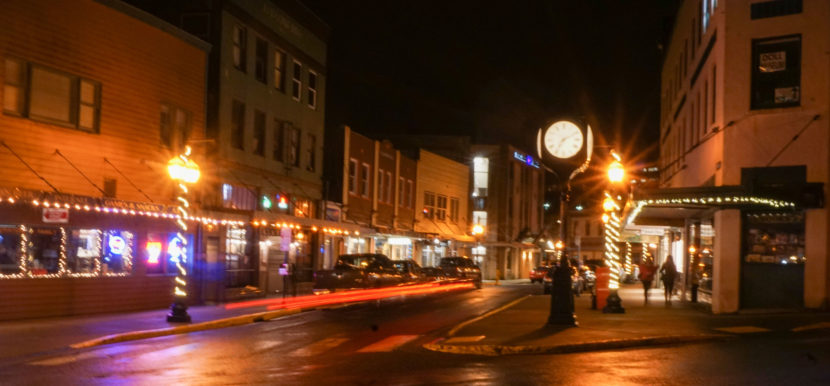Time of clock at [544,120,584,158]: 7:10
